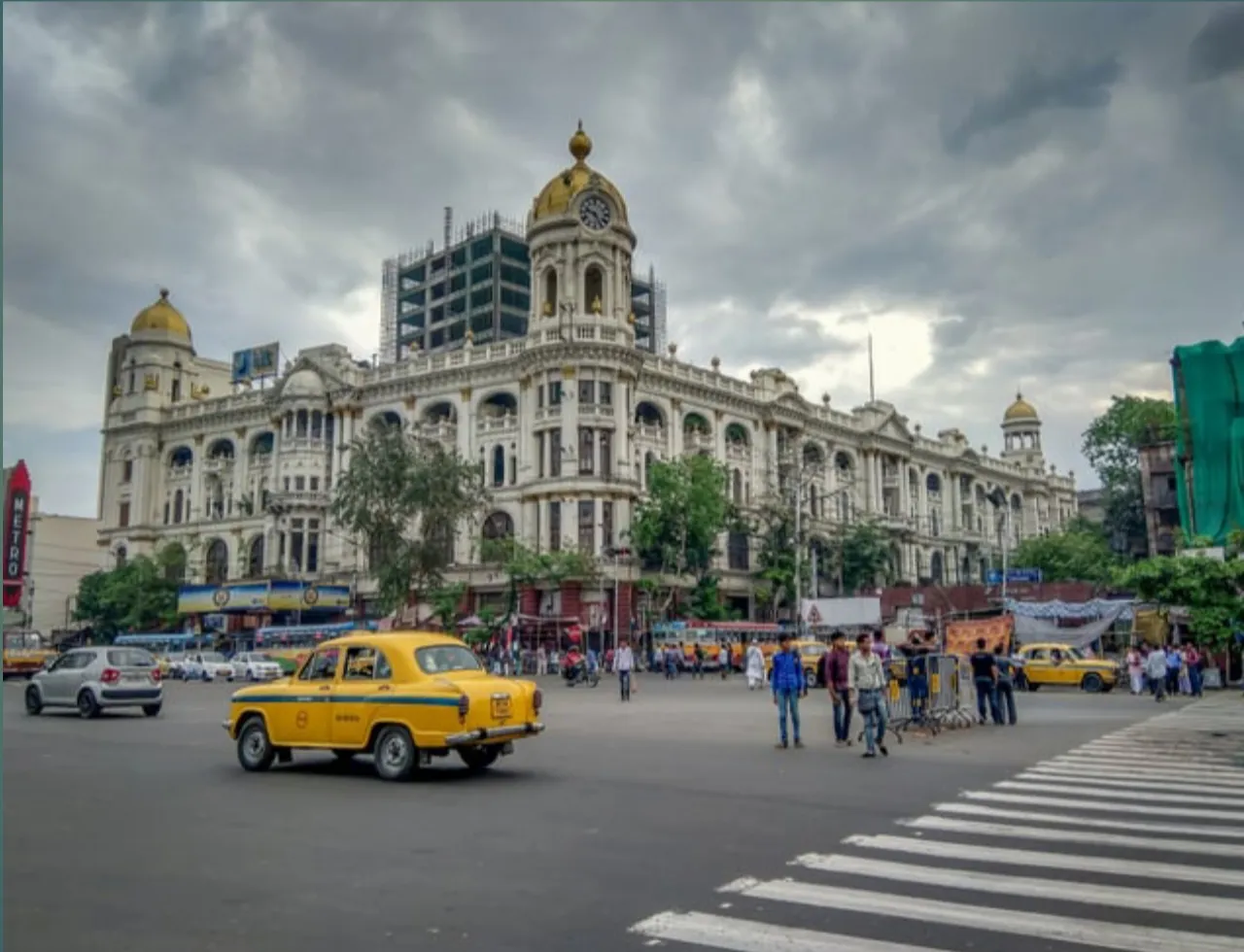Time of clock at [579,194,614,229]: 9:25
